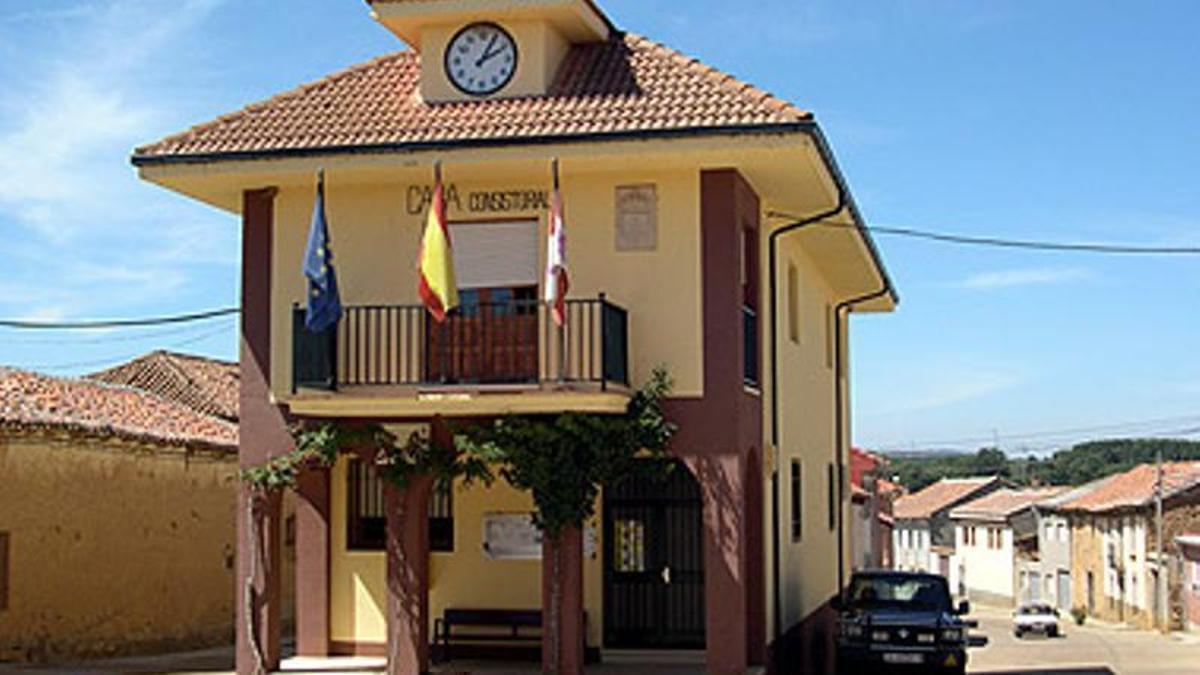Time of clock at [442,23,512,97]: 2:05
